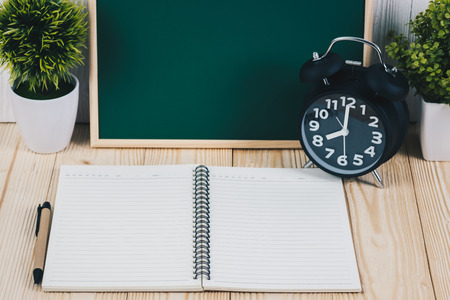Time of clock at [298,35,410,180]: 8:00
